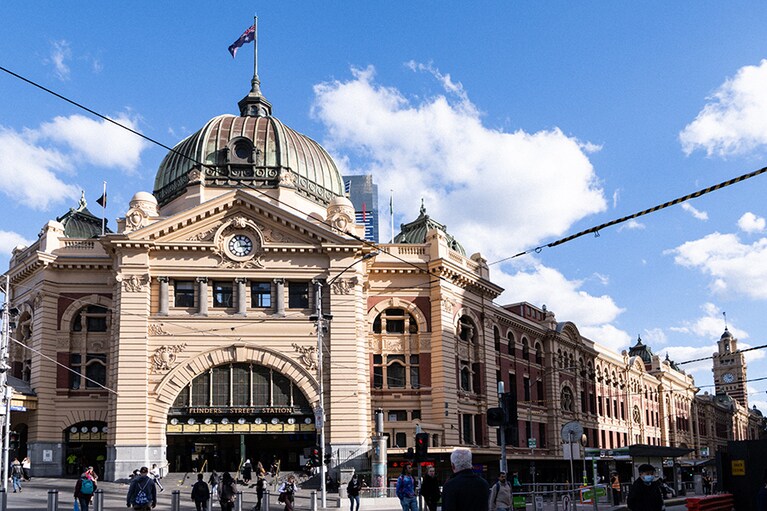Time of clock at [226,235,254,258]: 2:57
